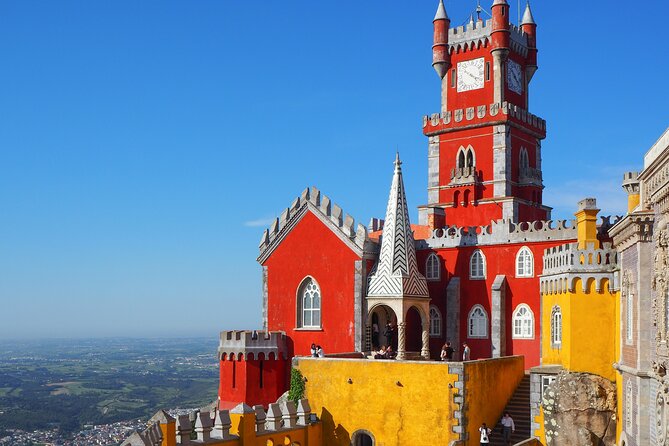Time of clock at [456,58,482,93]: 4:20
